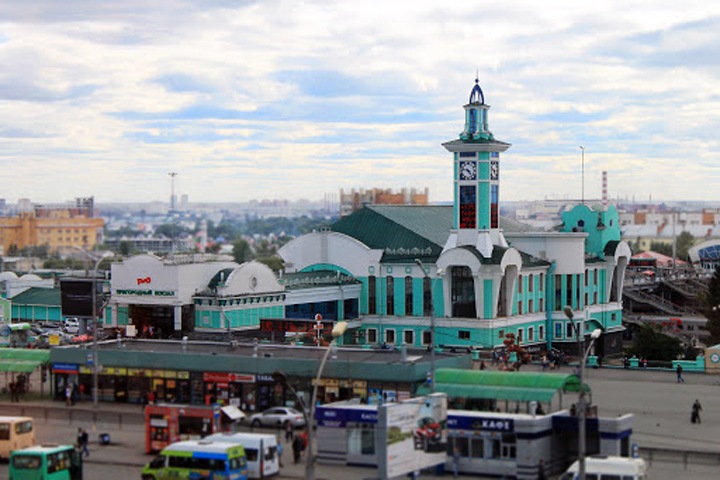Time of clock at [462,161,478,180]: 4:47
